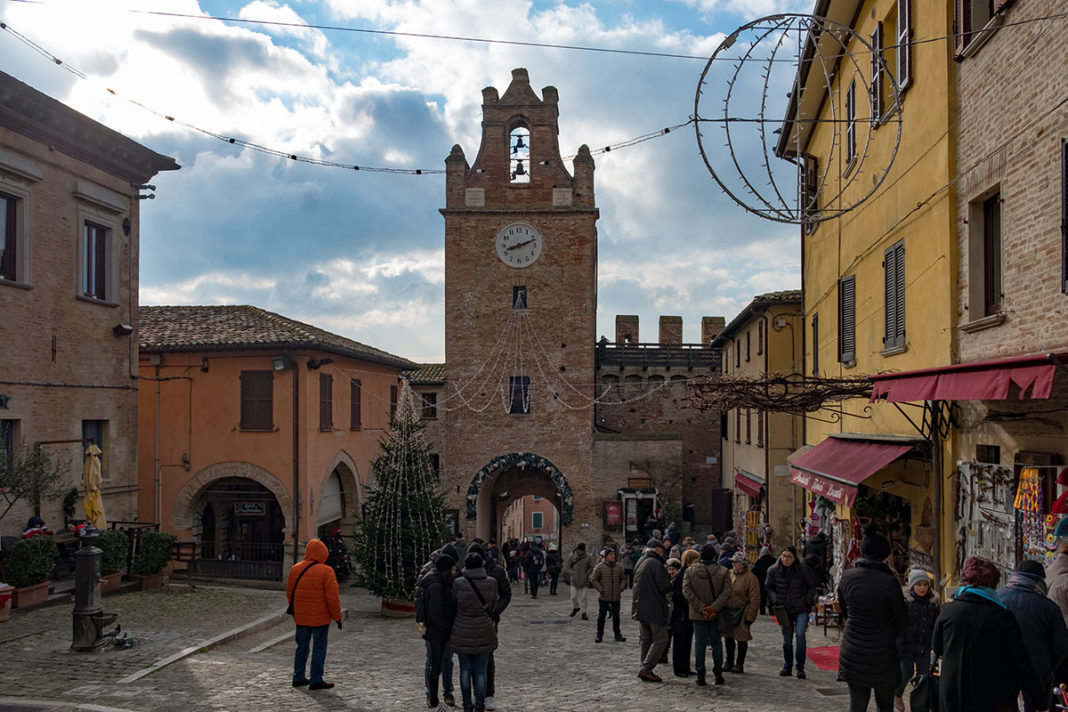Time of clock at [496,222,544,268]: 8:11
